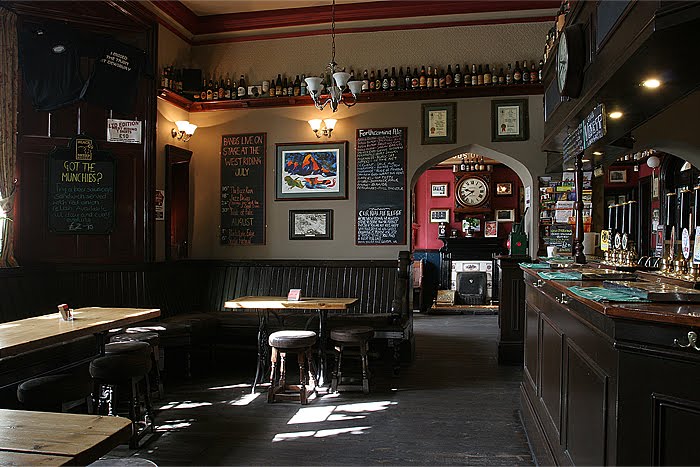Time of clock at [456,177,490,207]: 9:38
